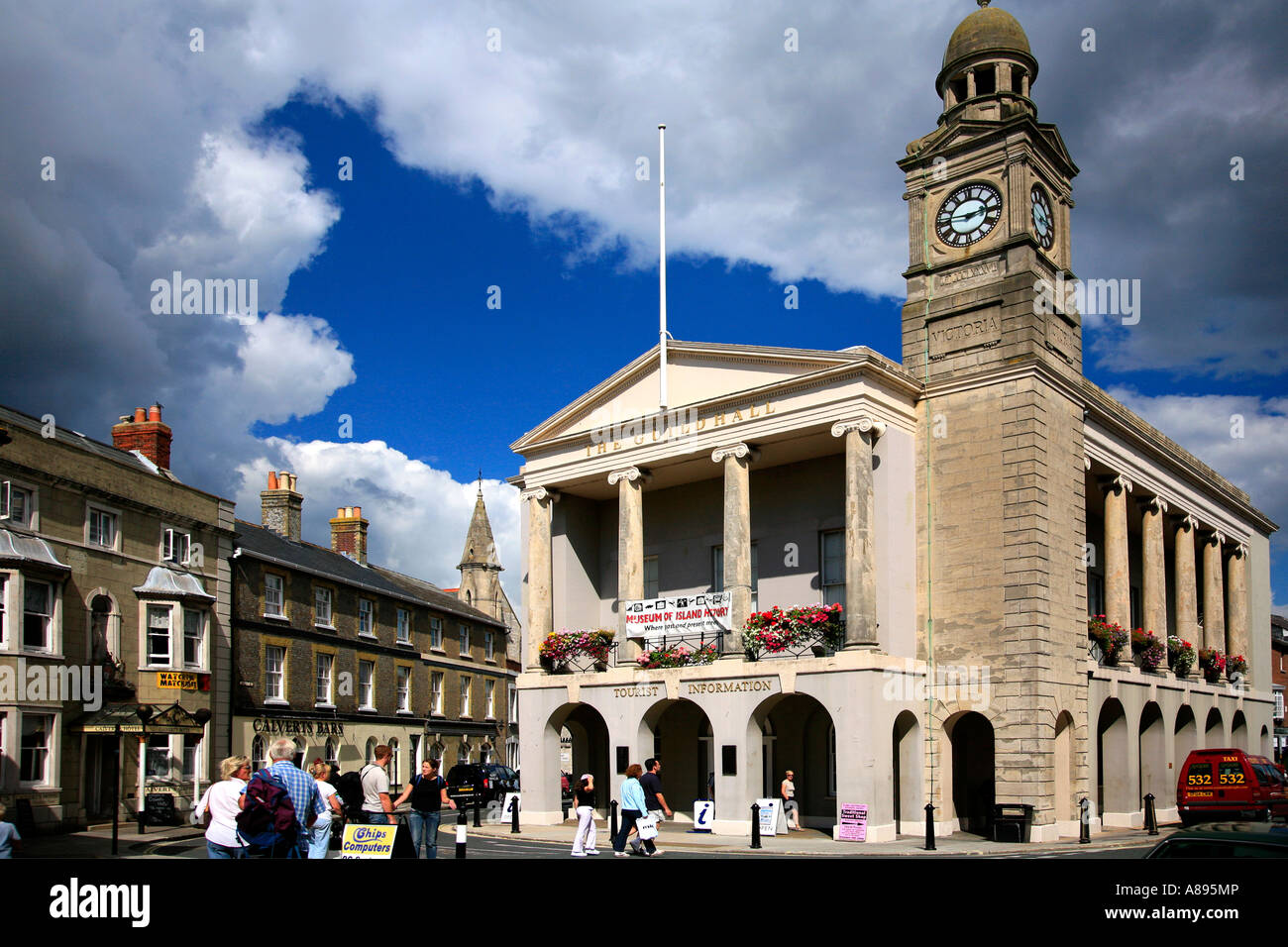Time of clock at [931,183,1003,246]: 2:45
